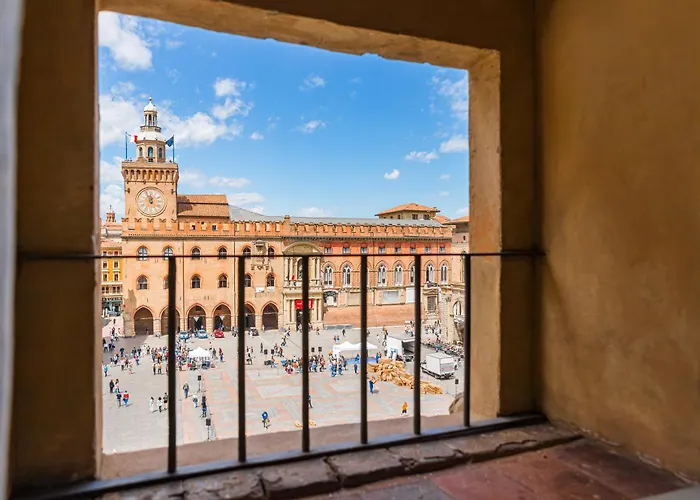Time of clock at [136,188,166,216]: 11:55
